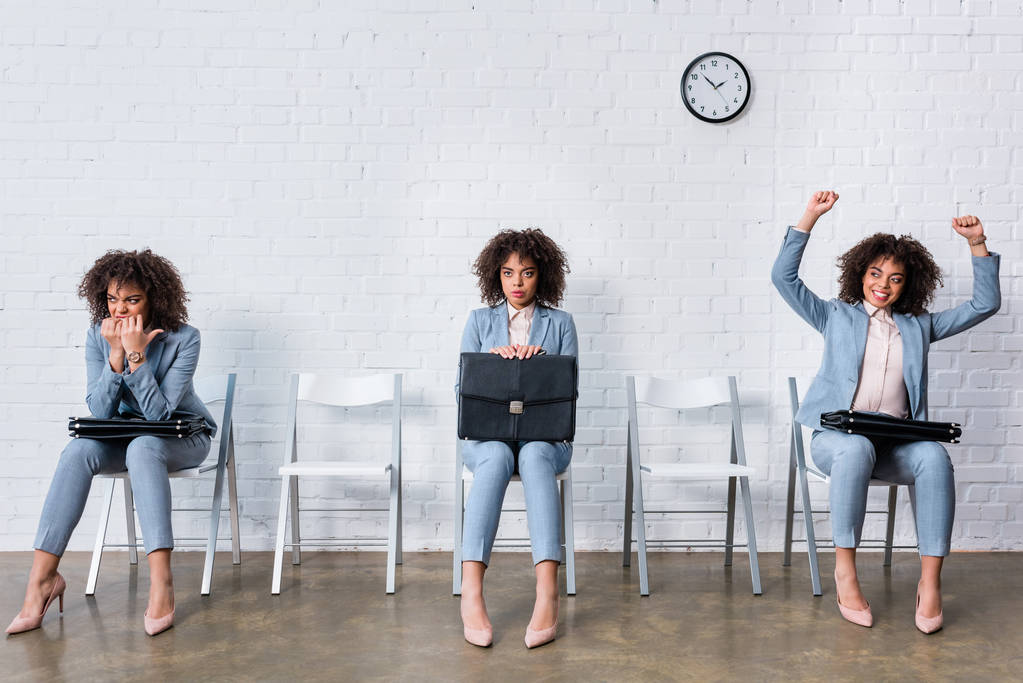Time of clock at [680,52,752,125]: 1:52
